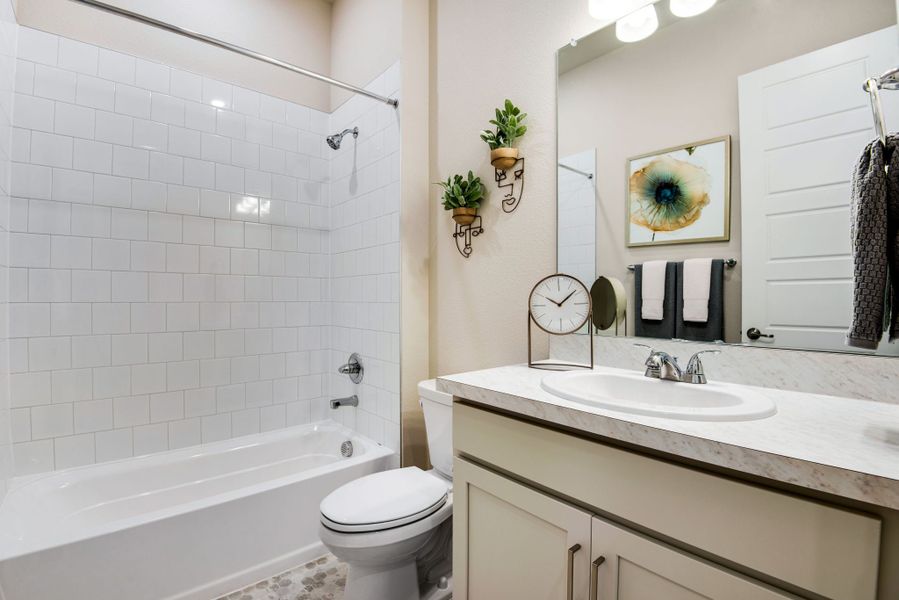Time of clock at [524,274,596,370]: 10:07
